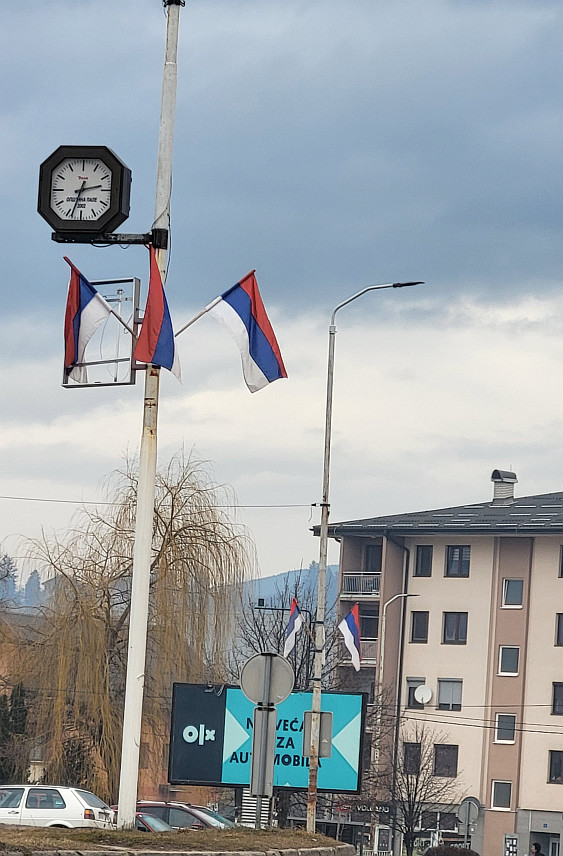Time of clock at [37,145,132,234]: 2:33
